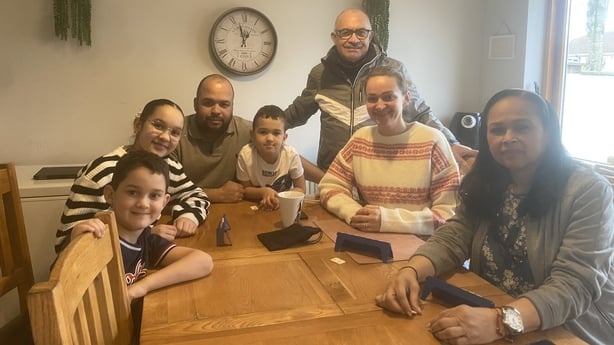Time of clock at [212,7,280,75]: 12:57
